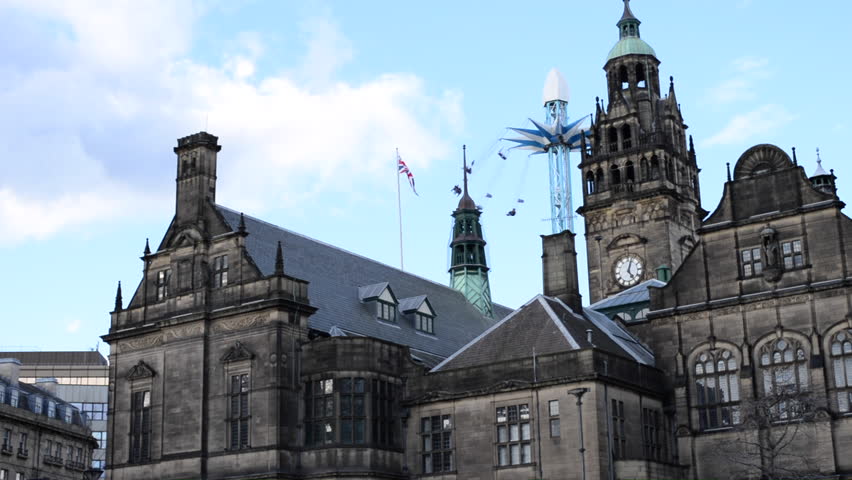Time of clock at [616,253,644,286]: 5:03
